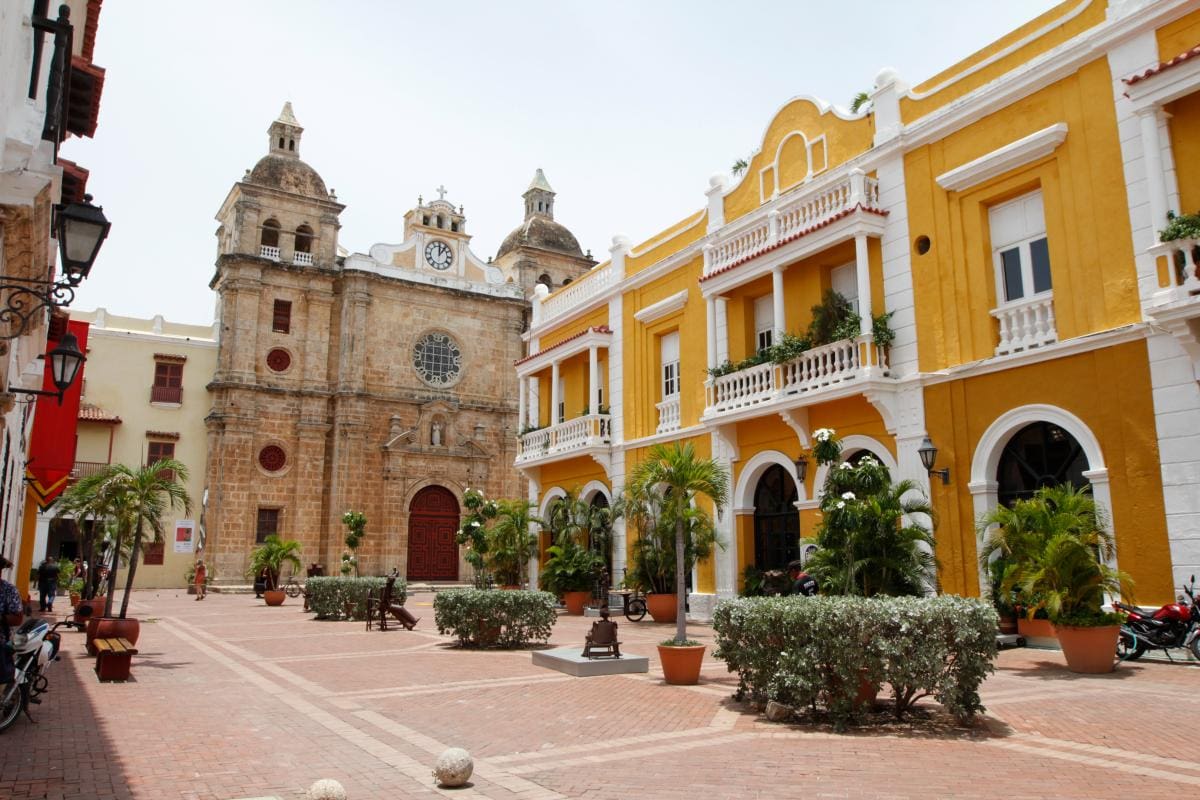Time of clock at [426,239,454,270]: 12:06
